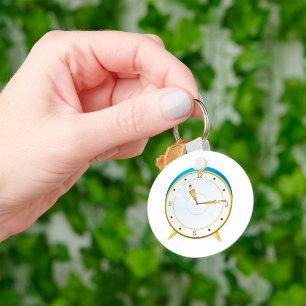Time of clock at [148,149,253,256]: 11:13
